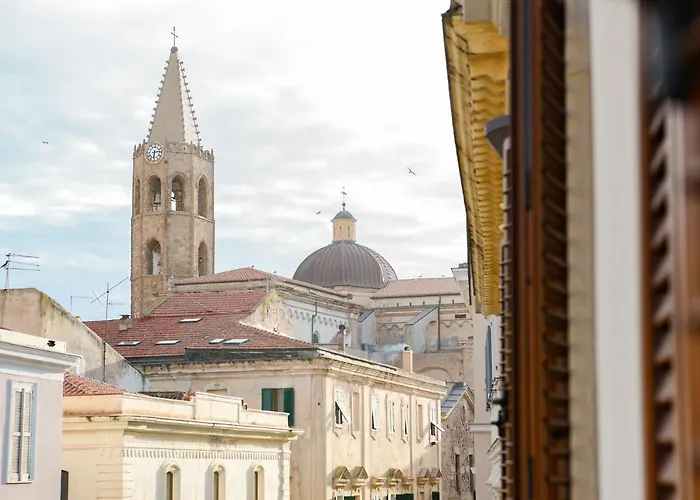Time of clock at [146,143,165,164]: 6:13
